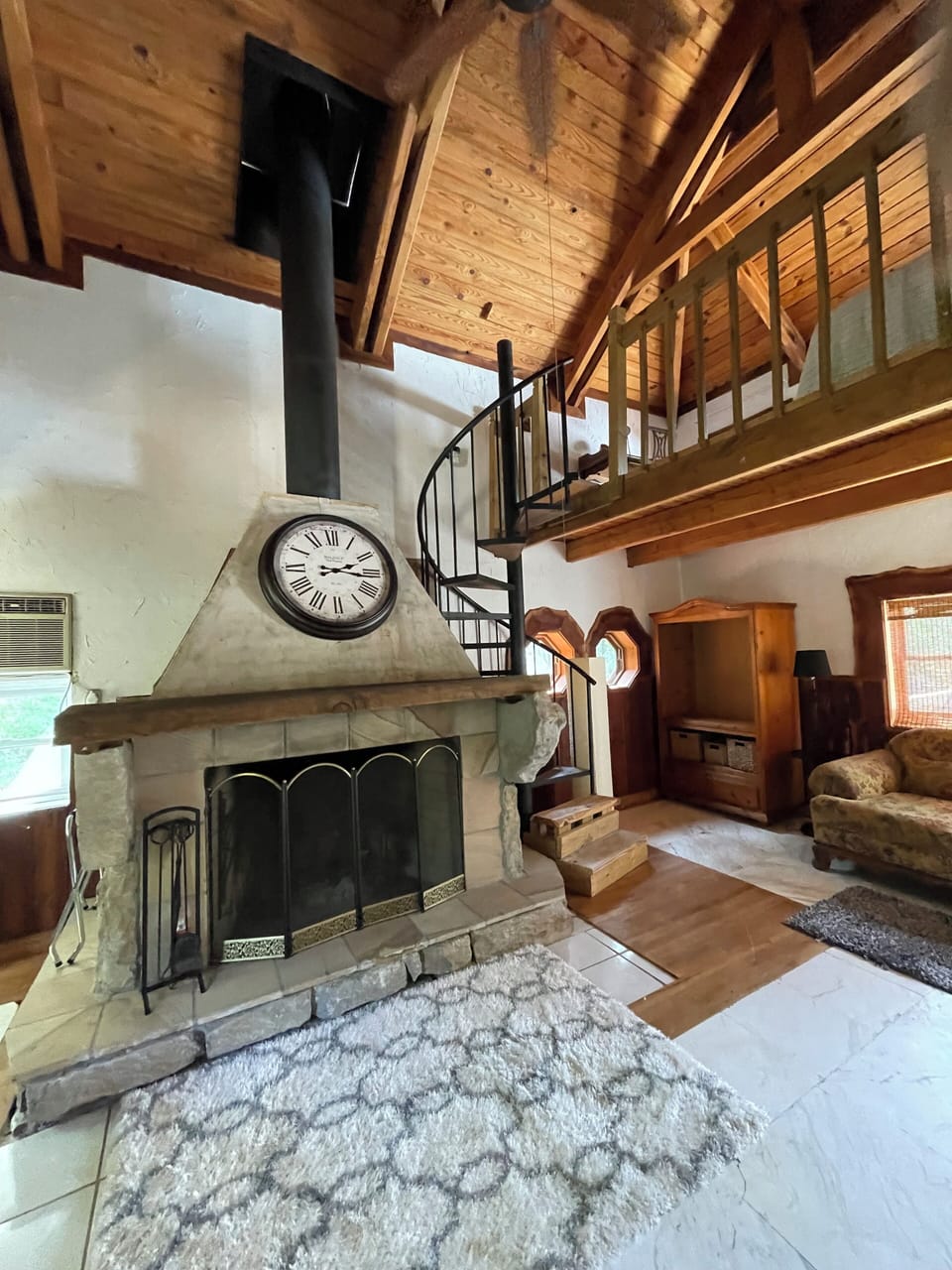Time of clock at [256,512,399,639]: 2:16
